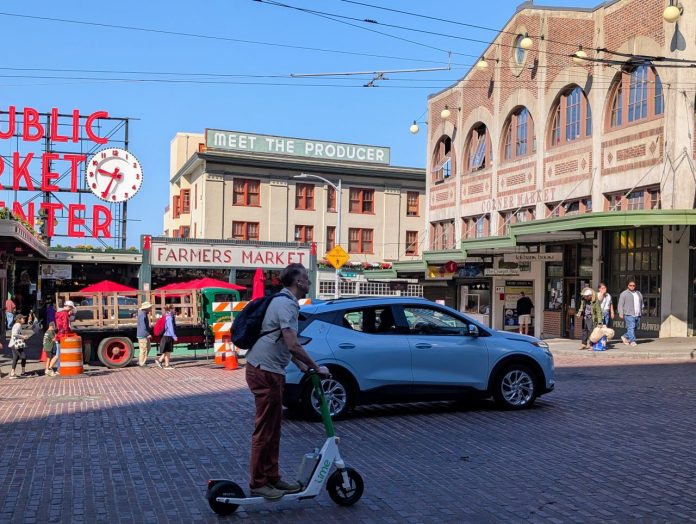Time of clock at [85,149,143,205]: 9:34
